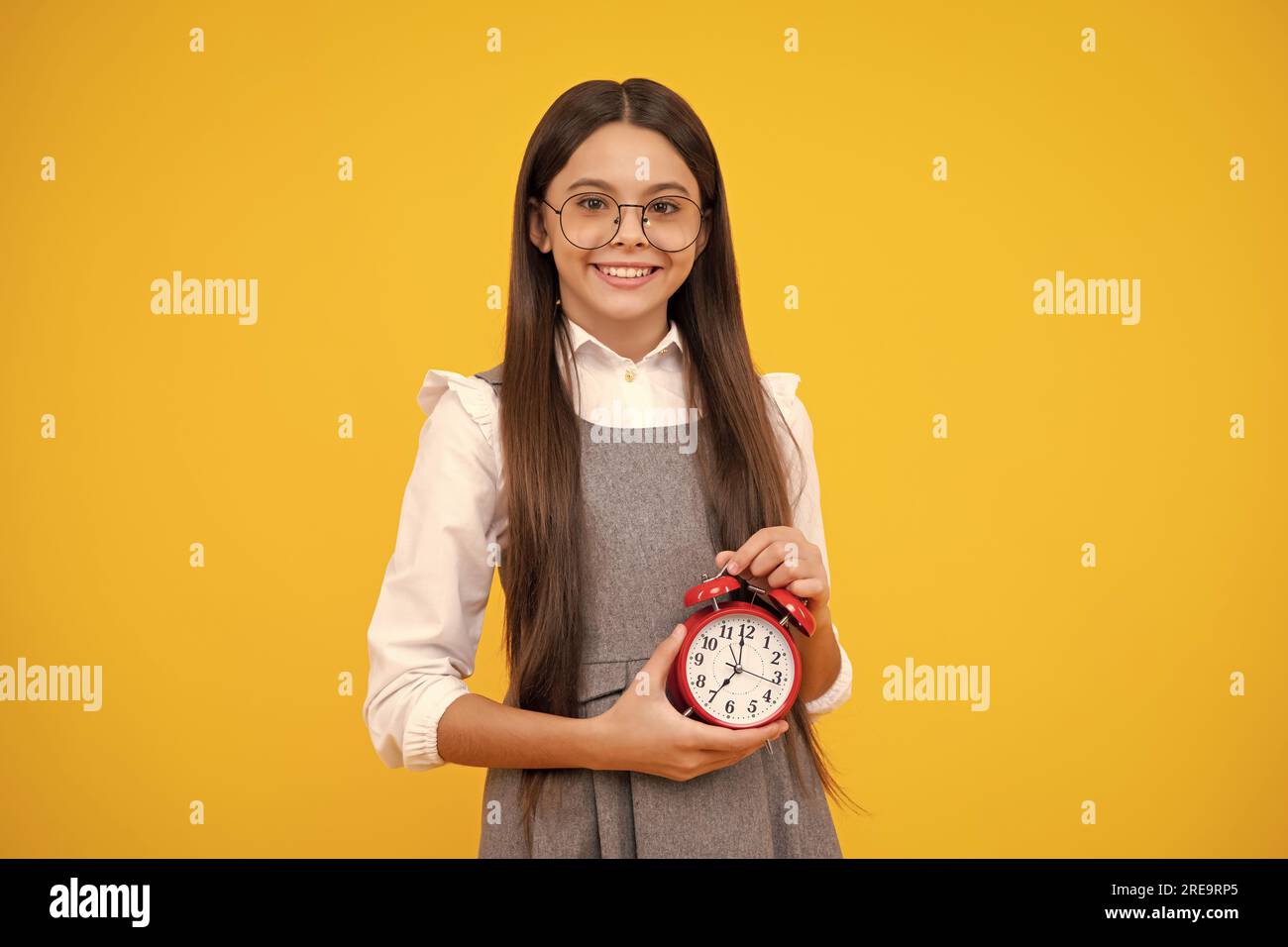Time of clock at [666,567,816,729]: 6:59
